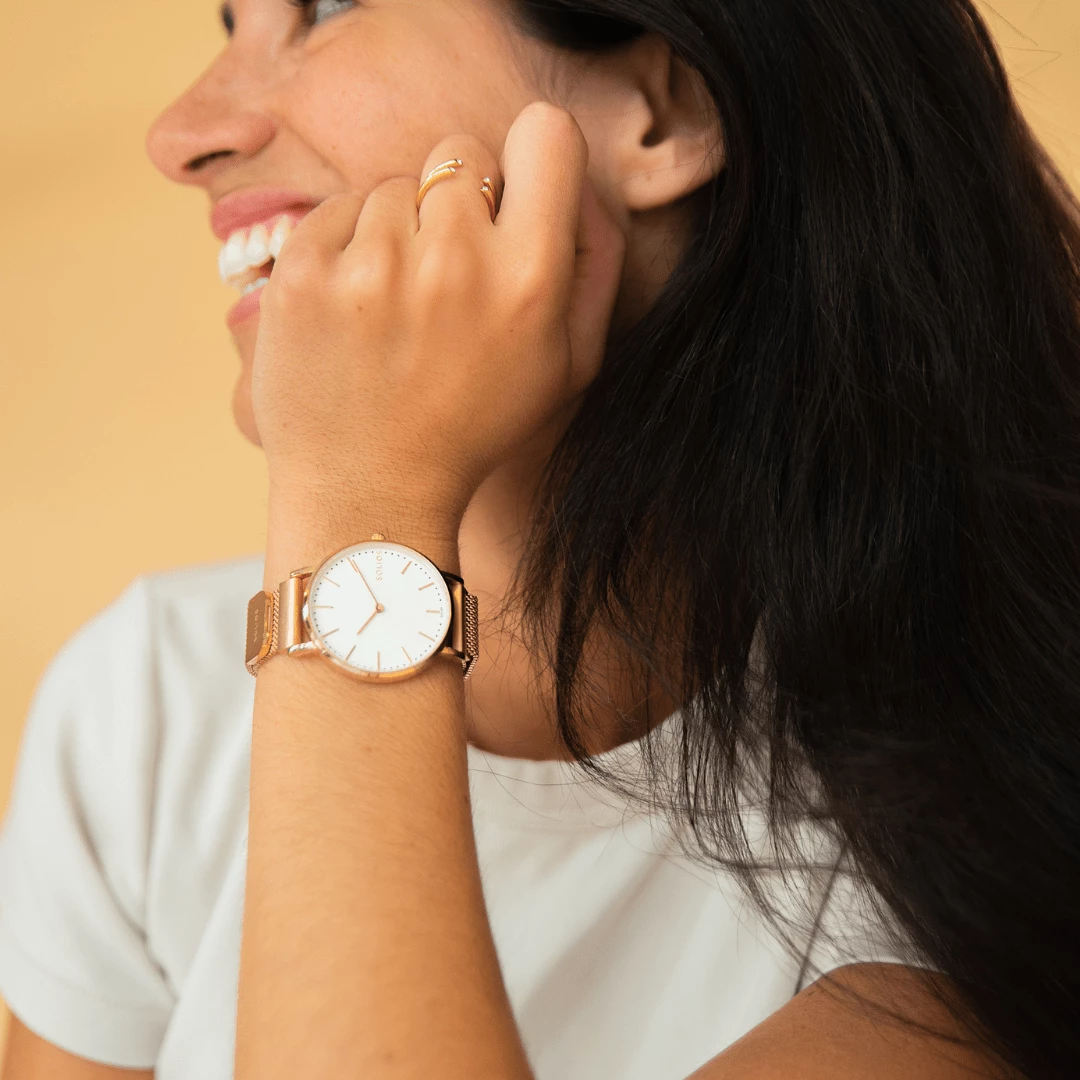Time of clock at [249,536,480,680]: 6:55
